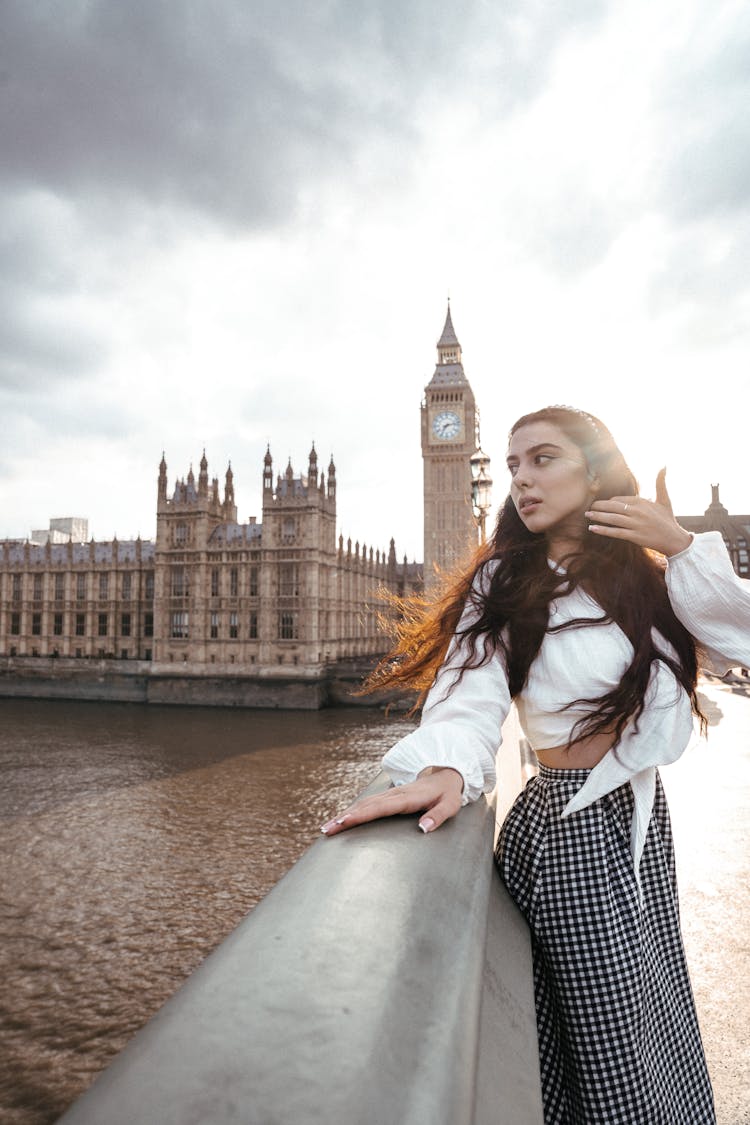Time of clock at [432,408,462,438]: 7:12
